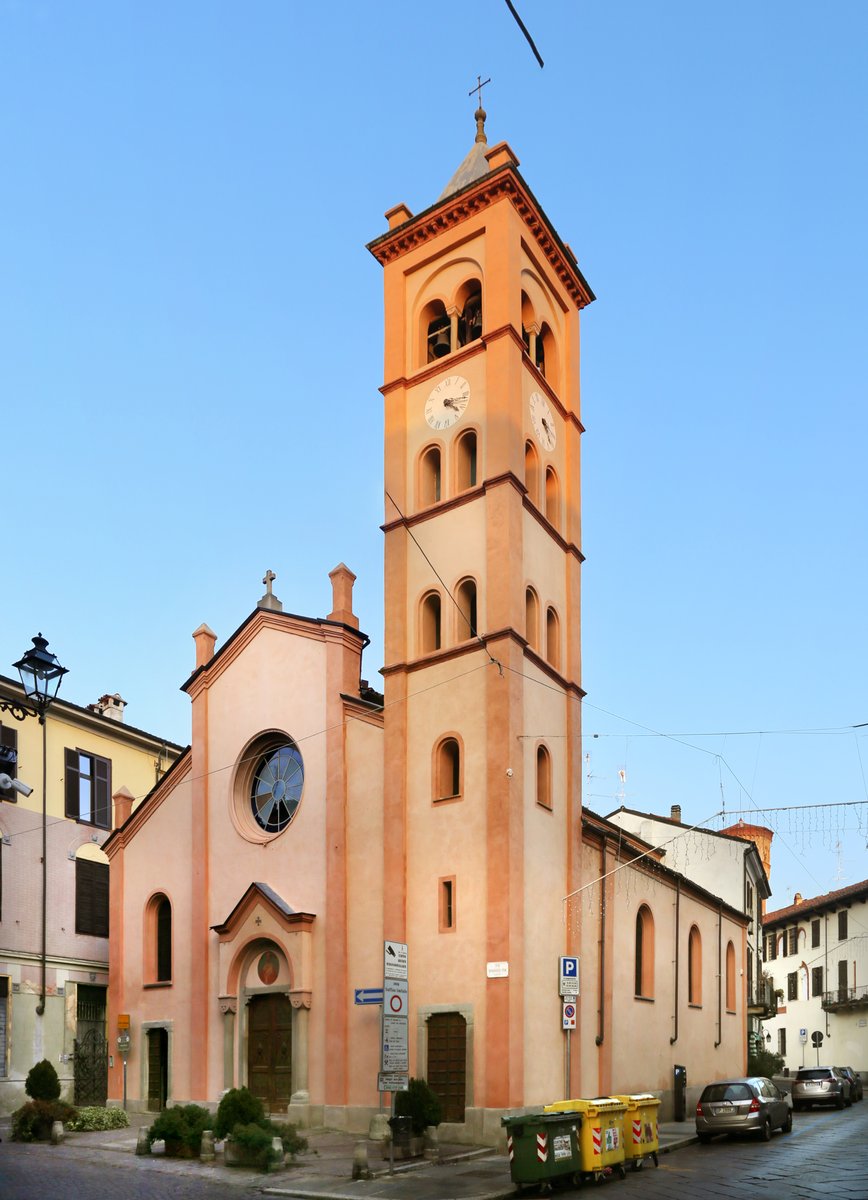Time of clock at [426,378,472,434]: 4:16
